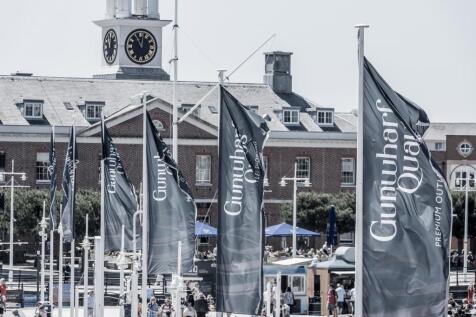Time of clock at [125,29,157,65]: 11:02
